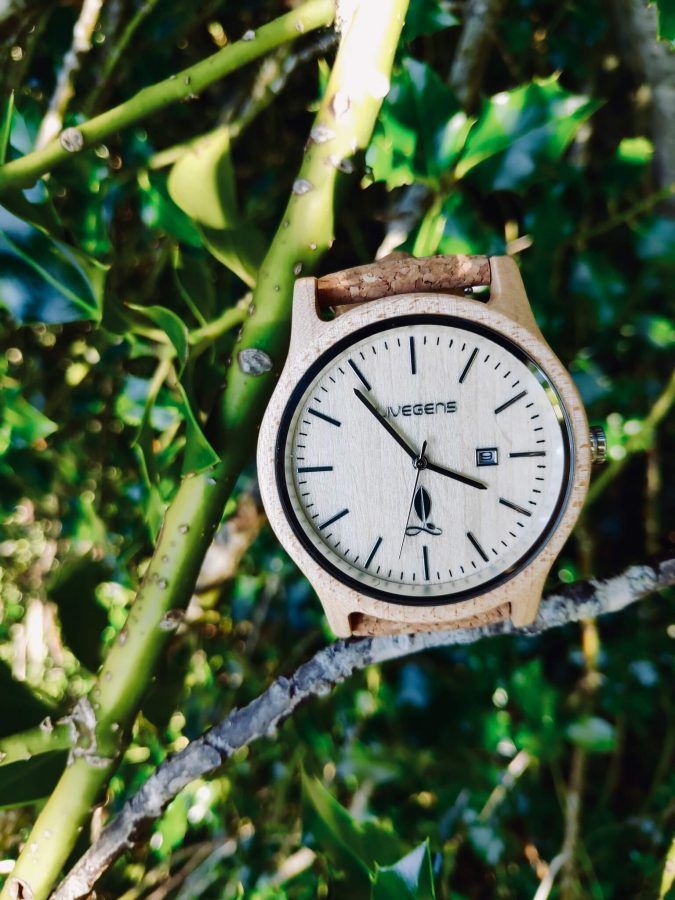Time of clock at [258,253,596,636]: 3:53
